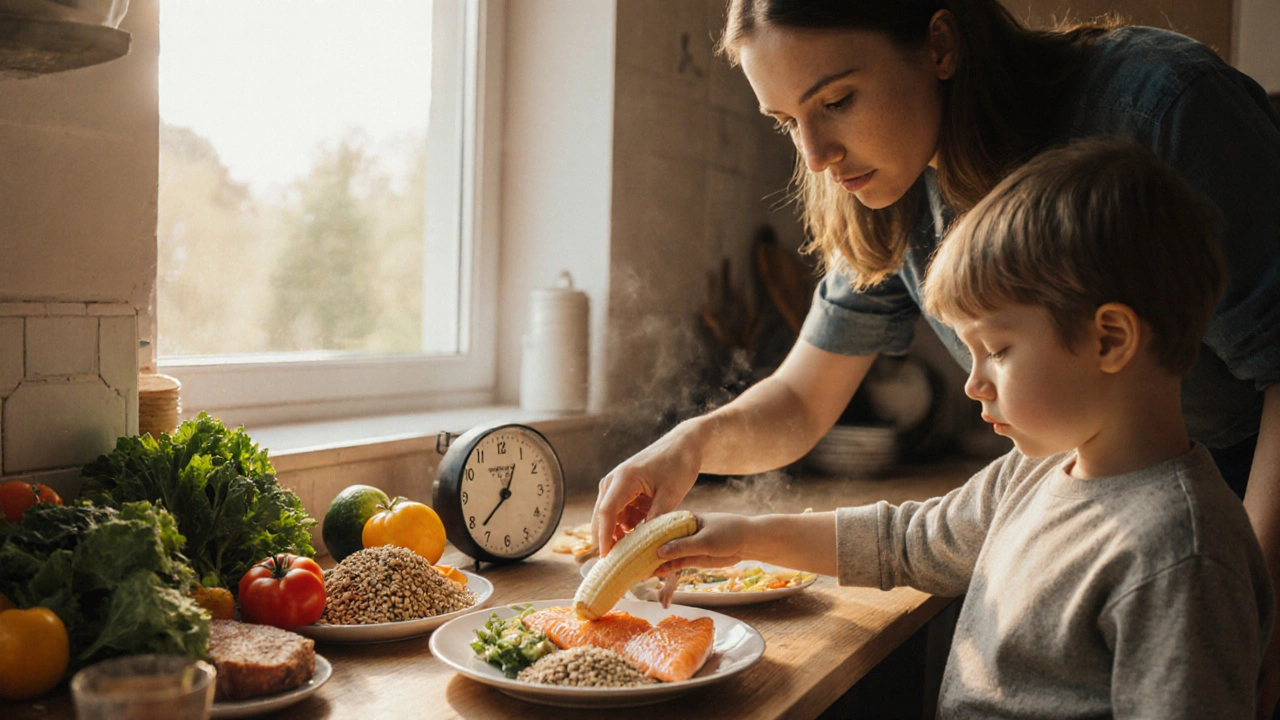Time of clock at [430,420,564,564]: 12:37
